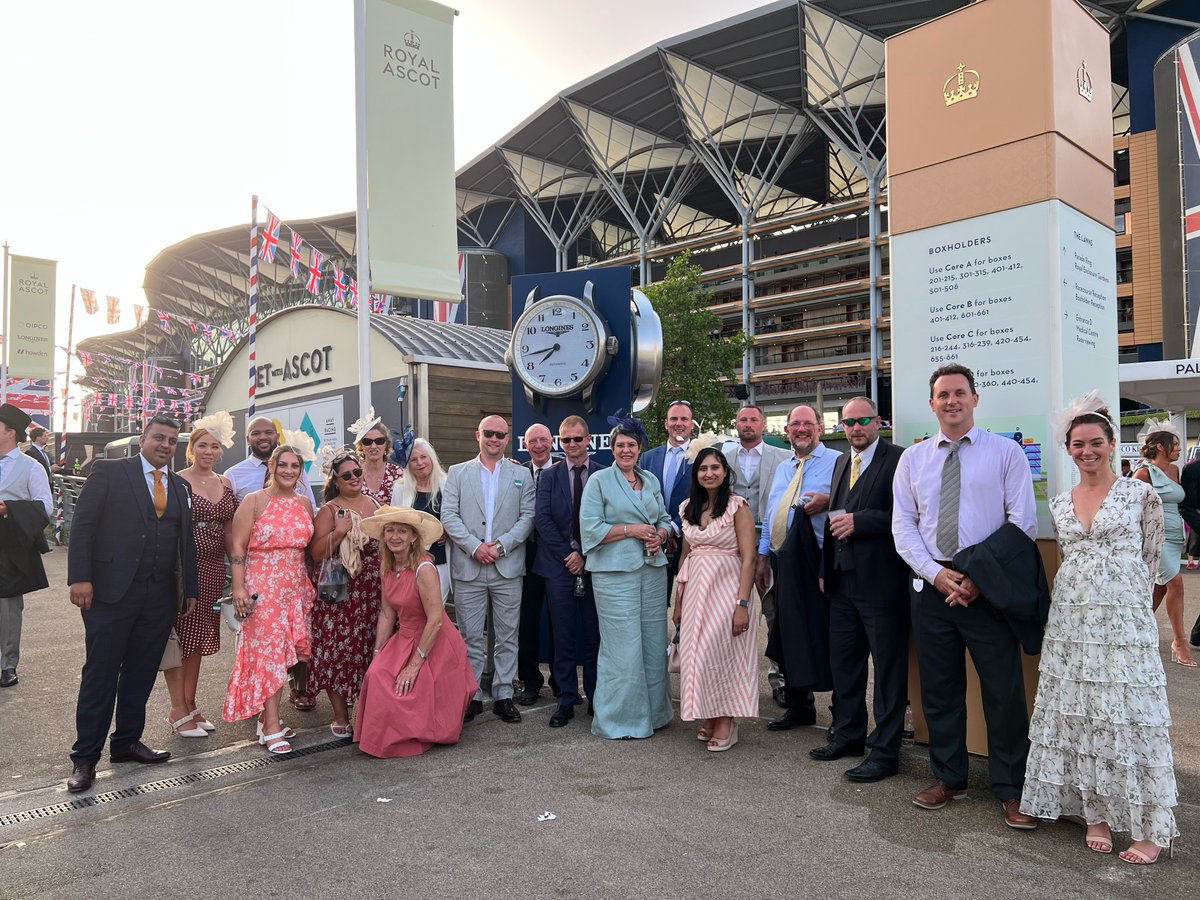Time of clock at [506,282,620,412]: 7:43
